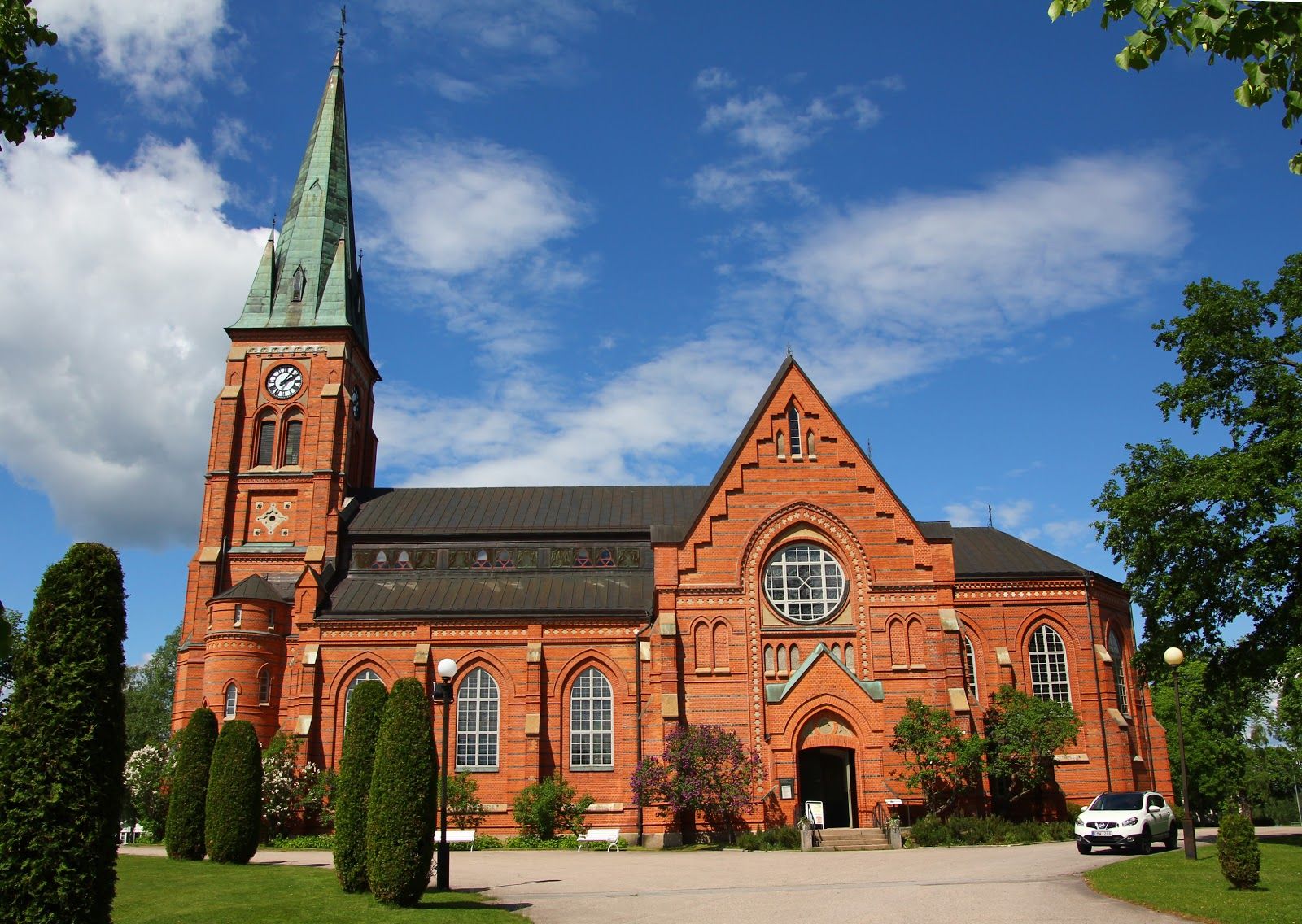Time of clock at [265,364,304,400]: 2:06
